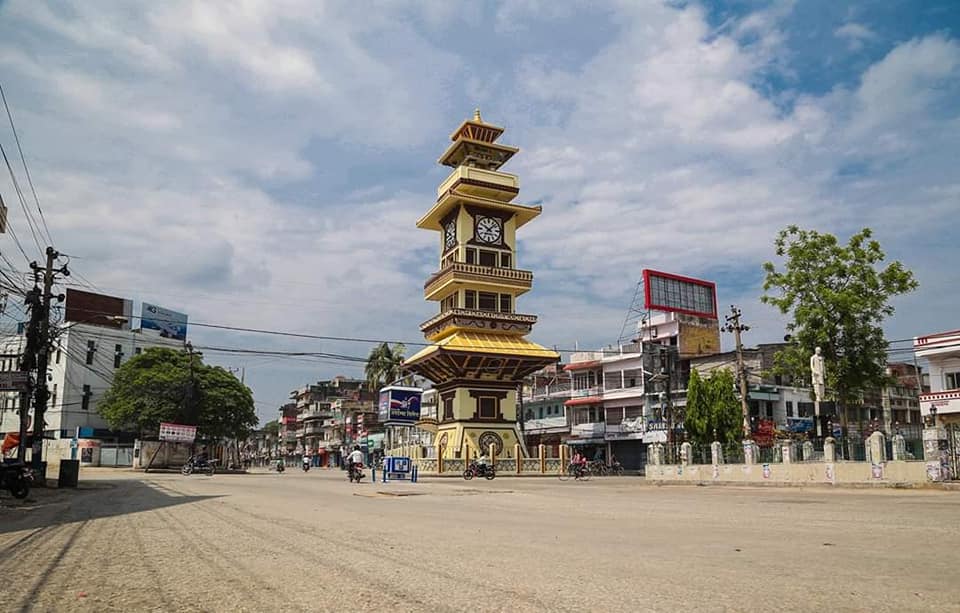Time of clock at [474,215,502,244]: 10:07
